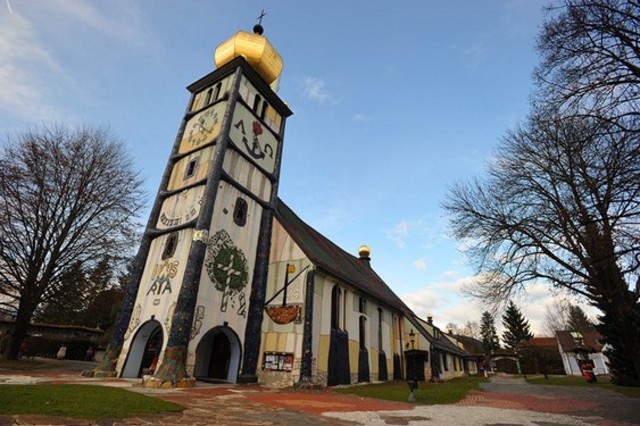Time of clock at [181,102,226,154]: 11:21
